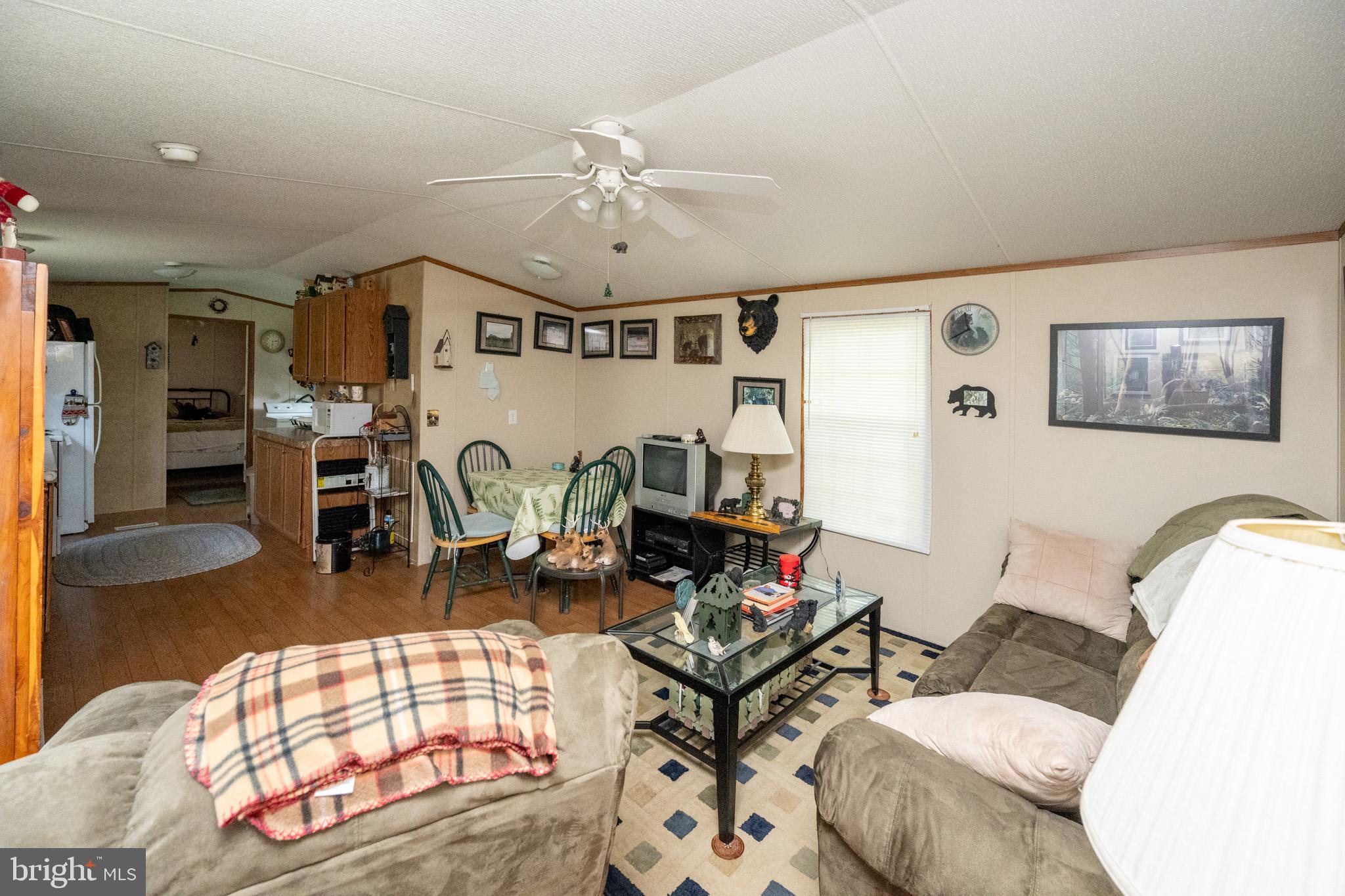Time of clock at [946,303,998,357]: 11:40
